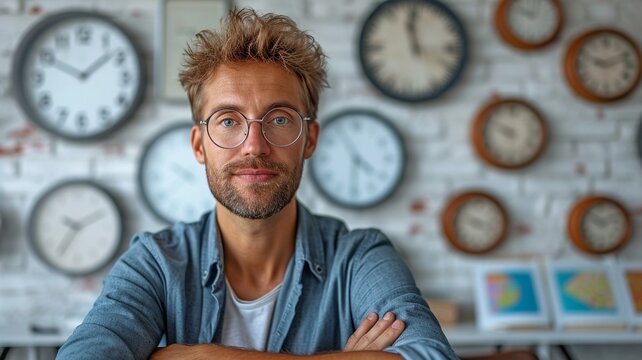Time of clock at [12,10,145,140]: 1:49
